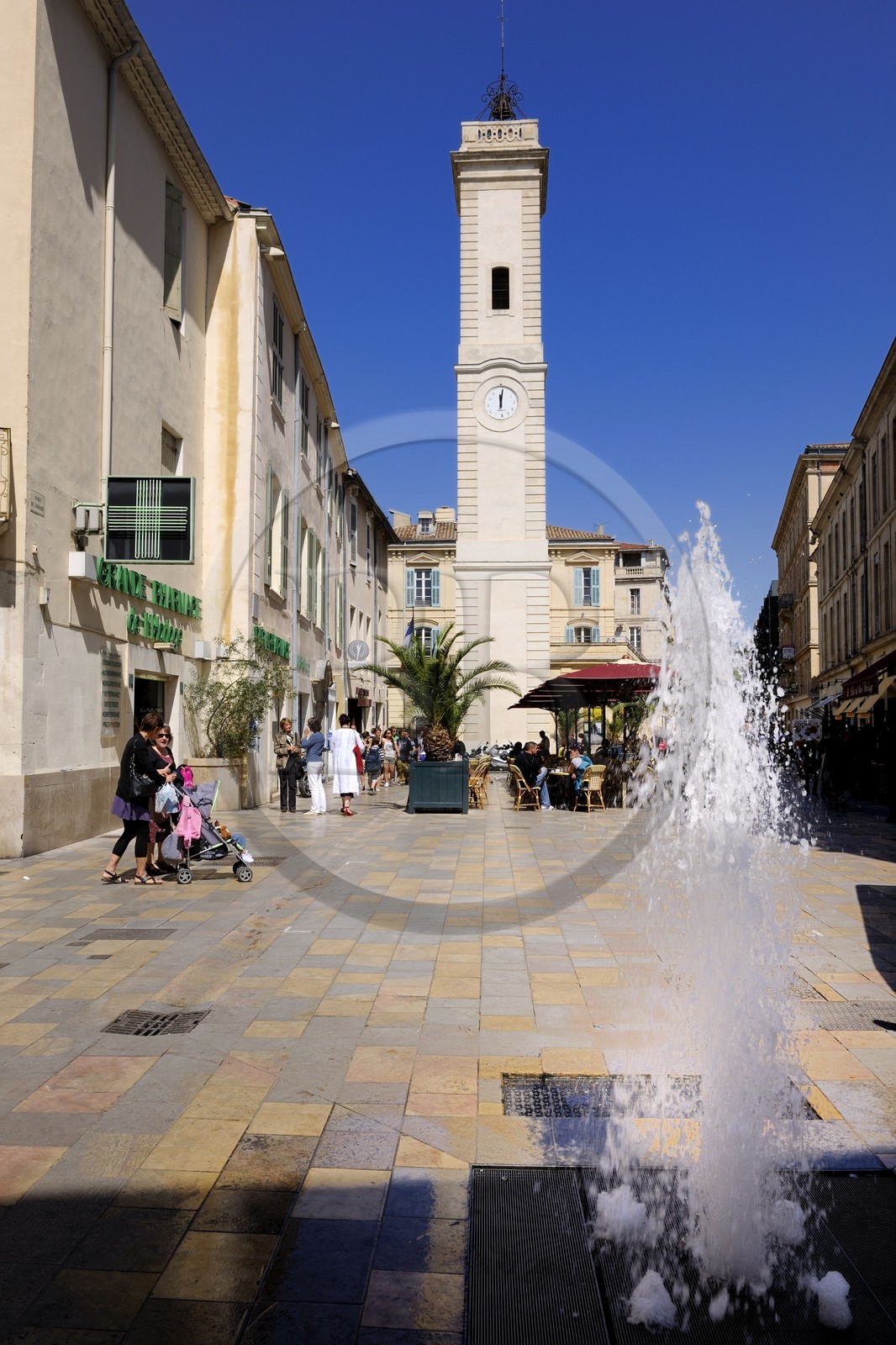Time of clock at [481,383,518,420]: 12:01
